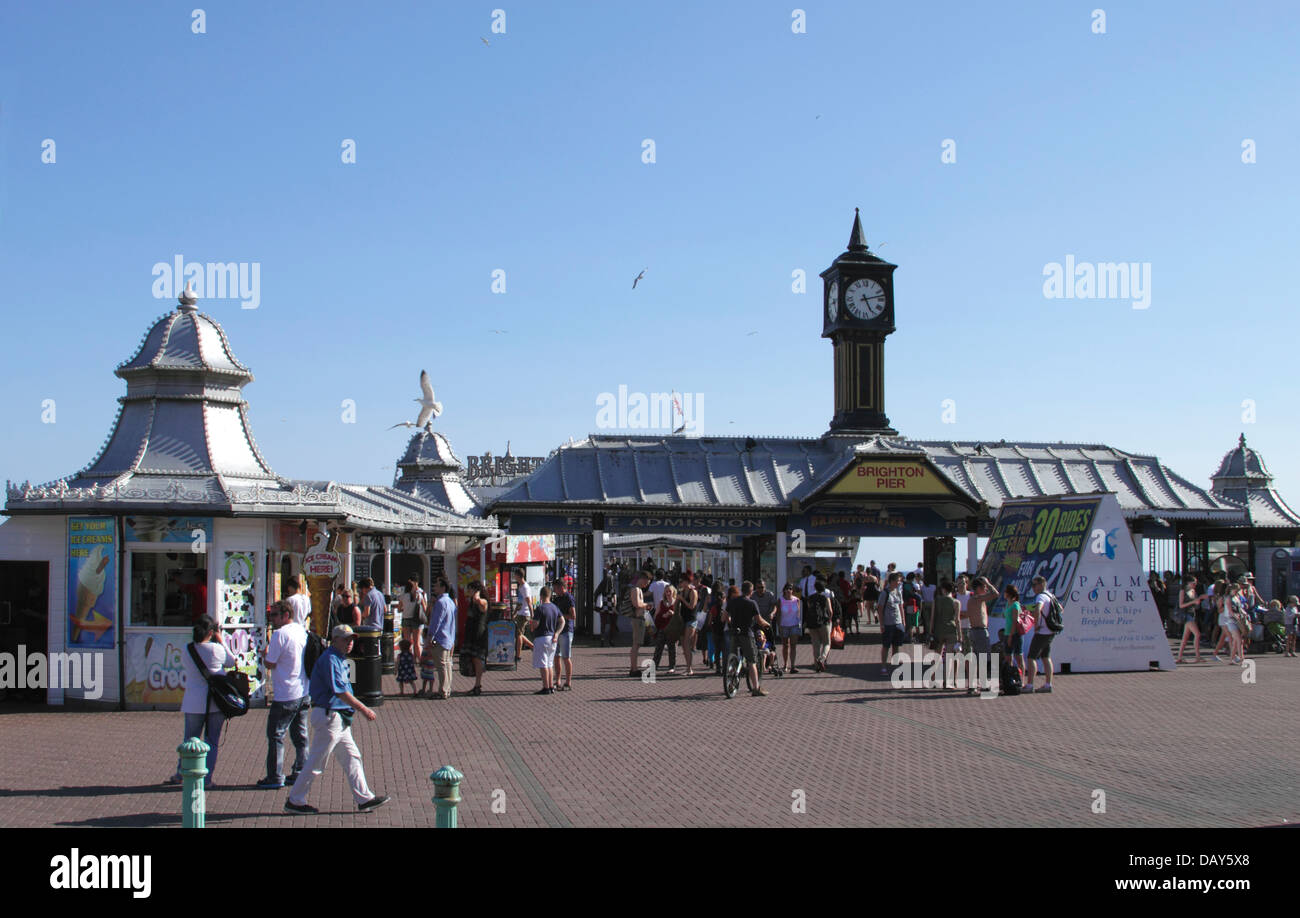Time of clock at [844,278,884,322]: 5:12
